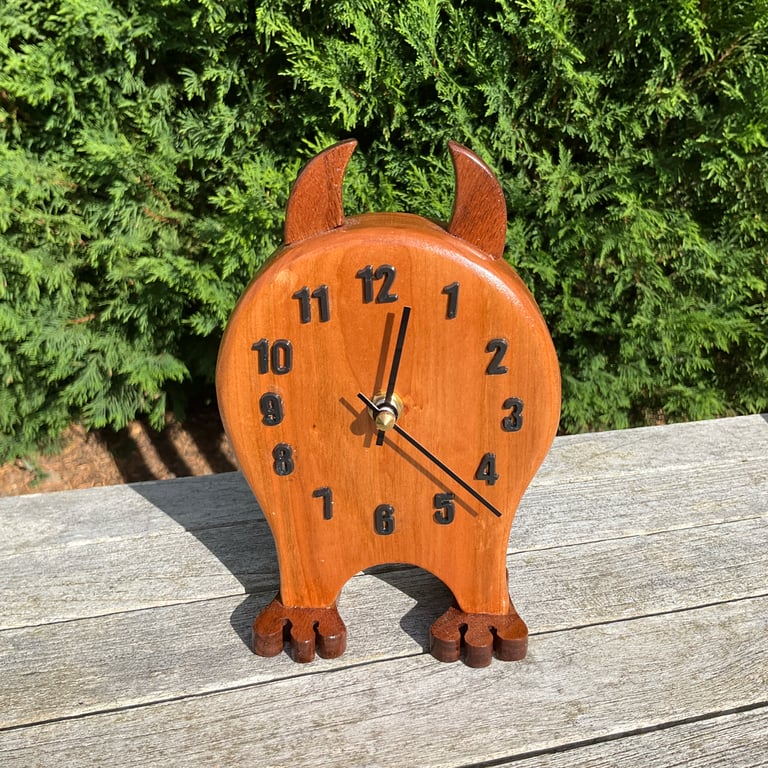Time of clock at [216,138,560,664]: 12:21
